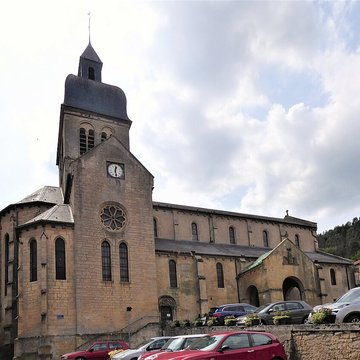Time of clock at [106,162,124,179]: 12:28
